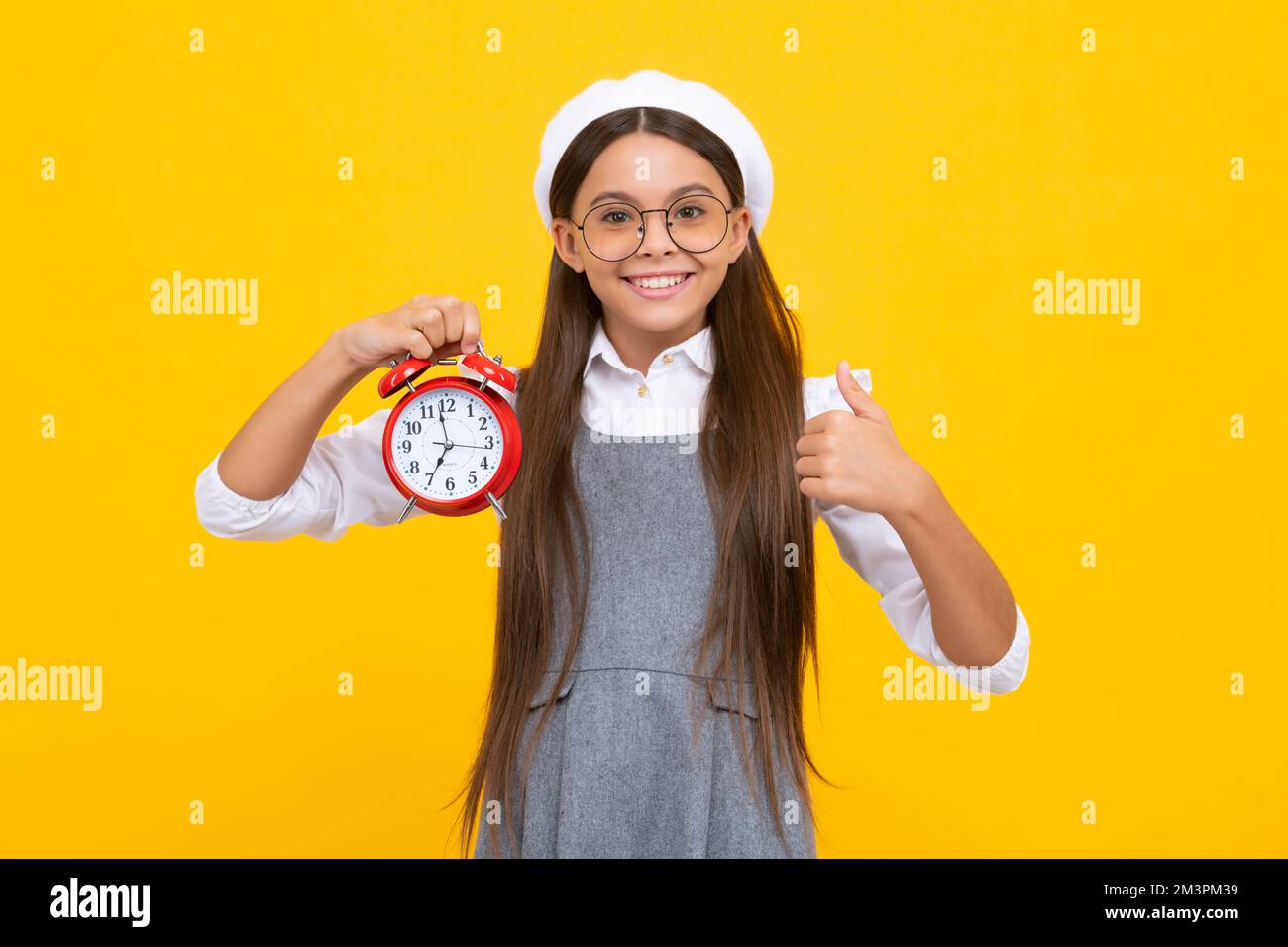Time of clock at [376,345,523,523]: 6:58
